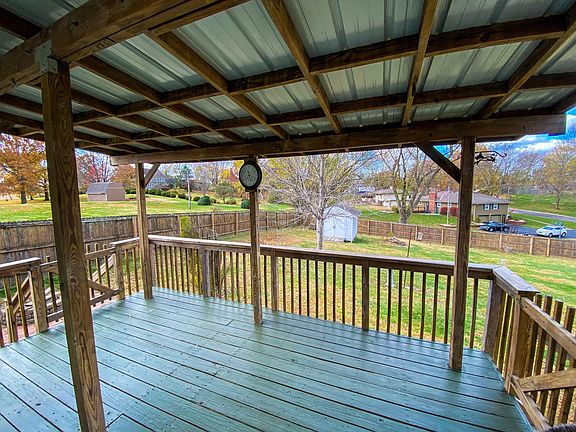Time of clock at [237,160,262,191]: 11:17
